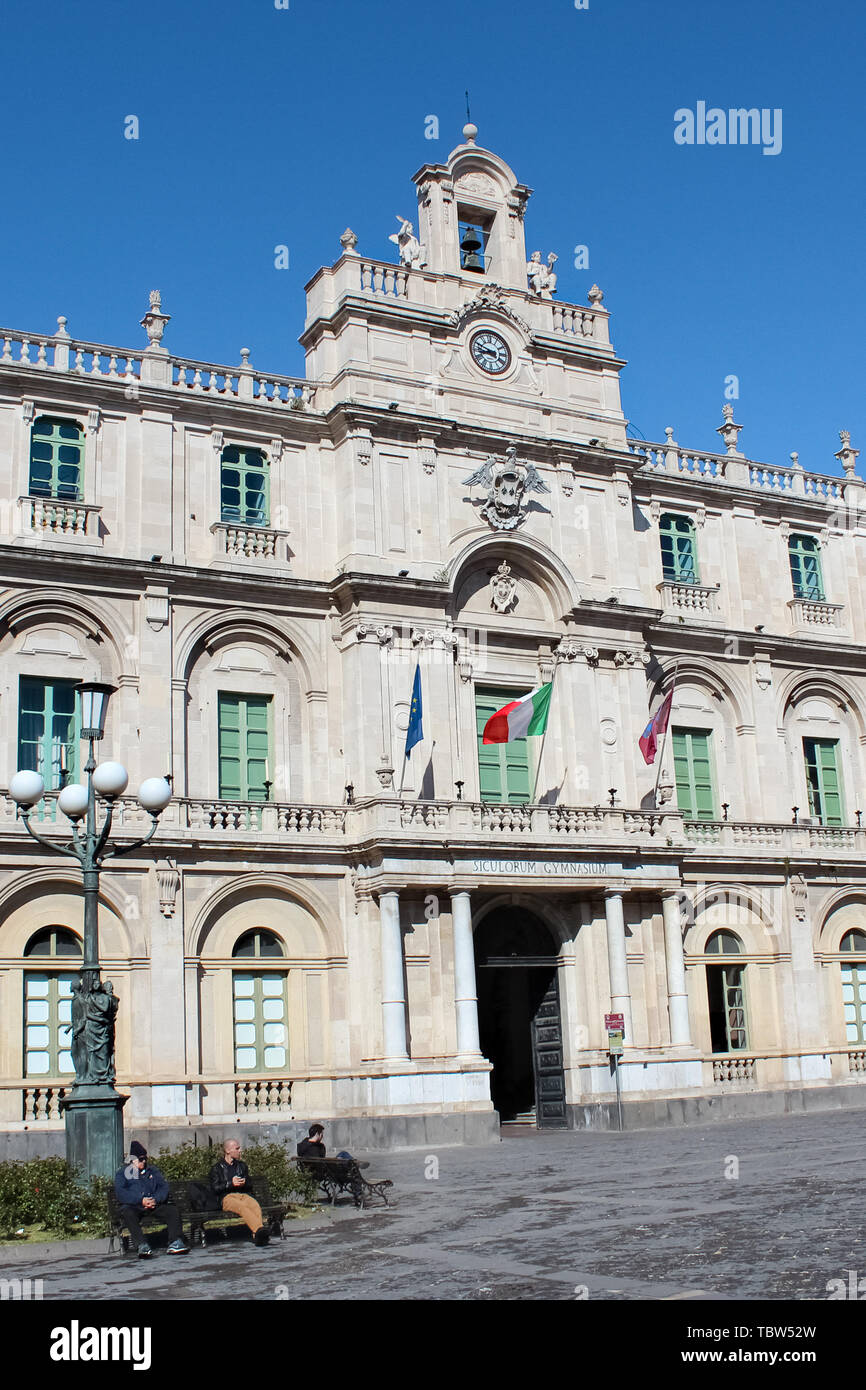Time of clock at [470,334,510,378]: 8:49
